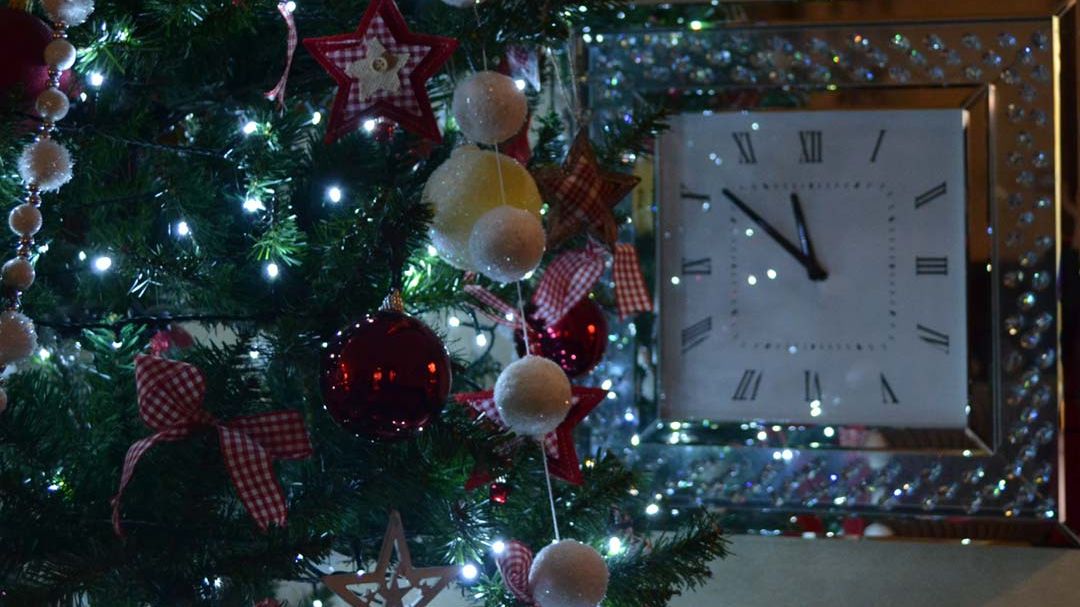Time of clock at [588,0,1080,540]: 11:51
